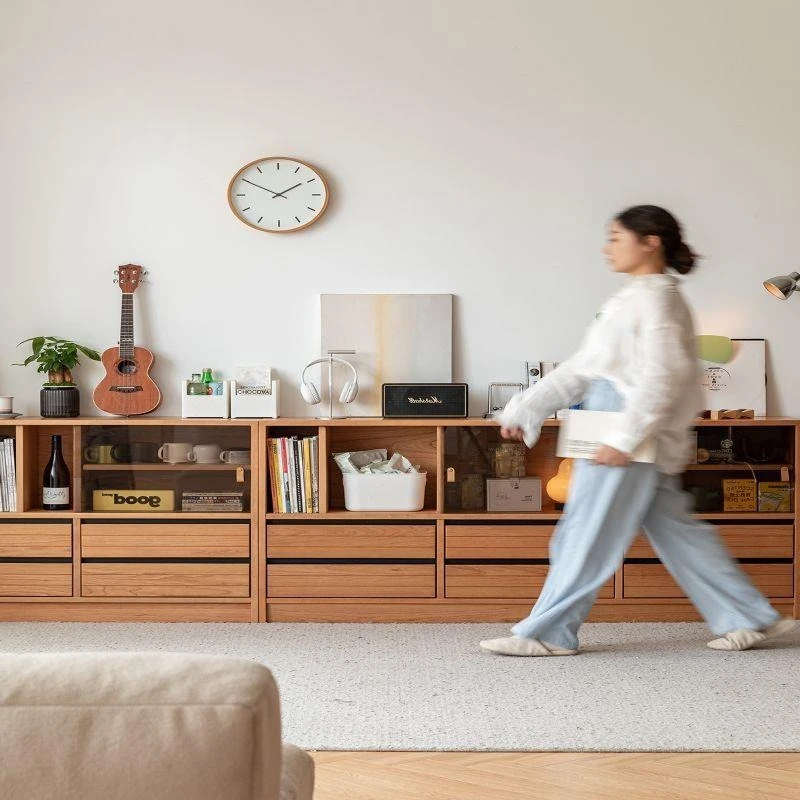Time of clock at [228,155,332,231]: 1:50
